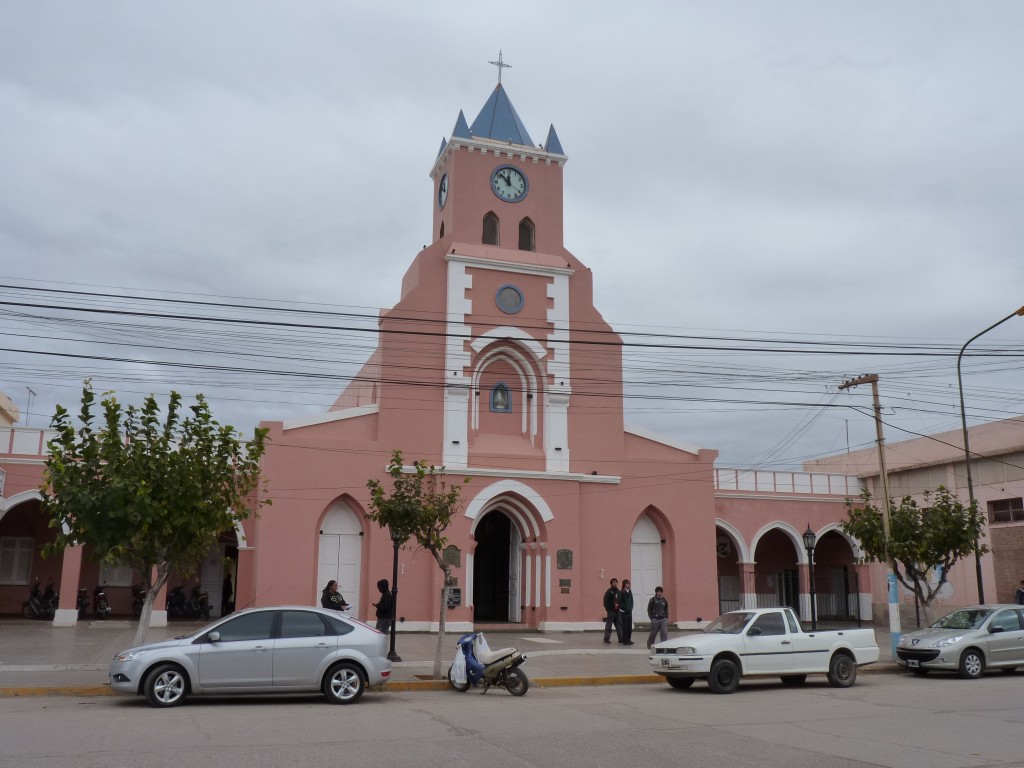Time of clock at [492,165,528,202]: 11:52
